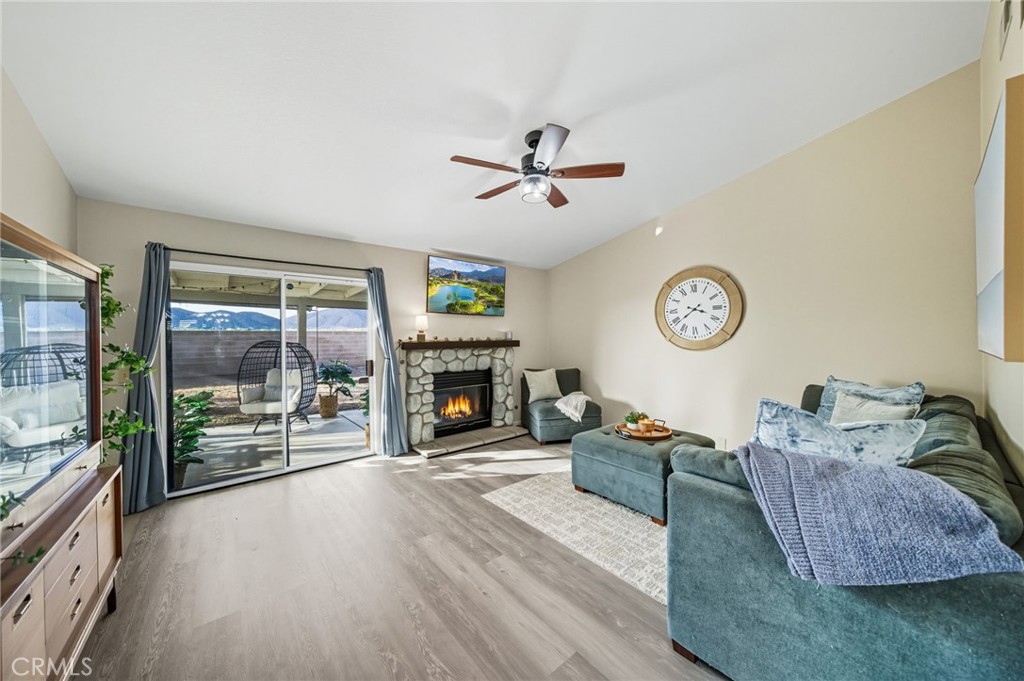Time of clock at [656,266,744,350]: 3:38
